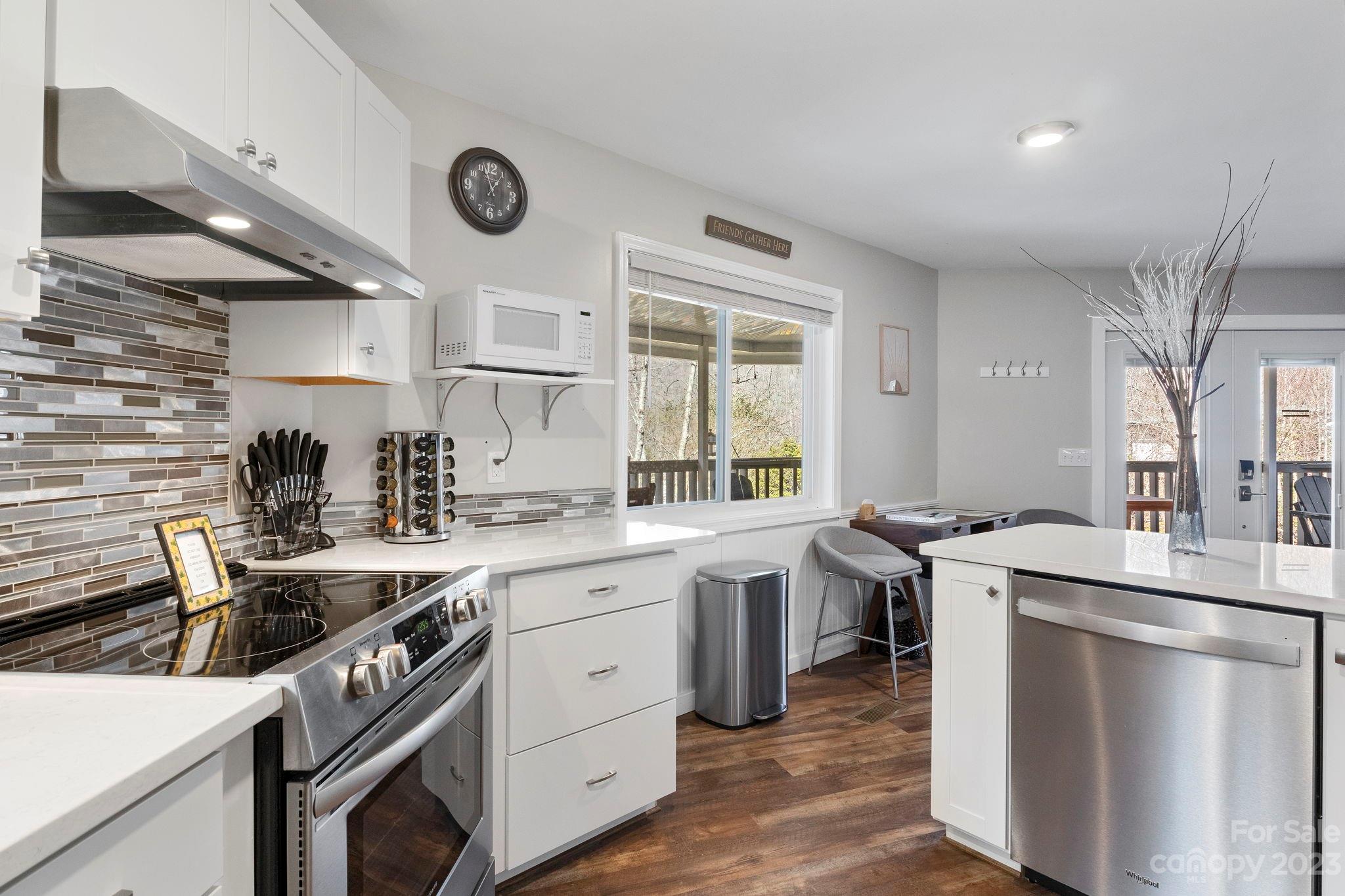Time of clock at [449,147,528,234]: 12:56
